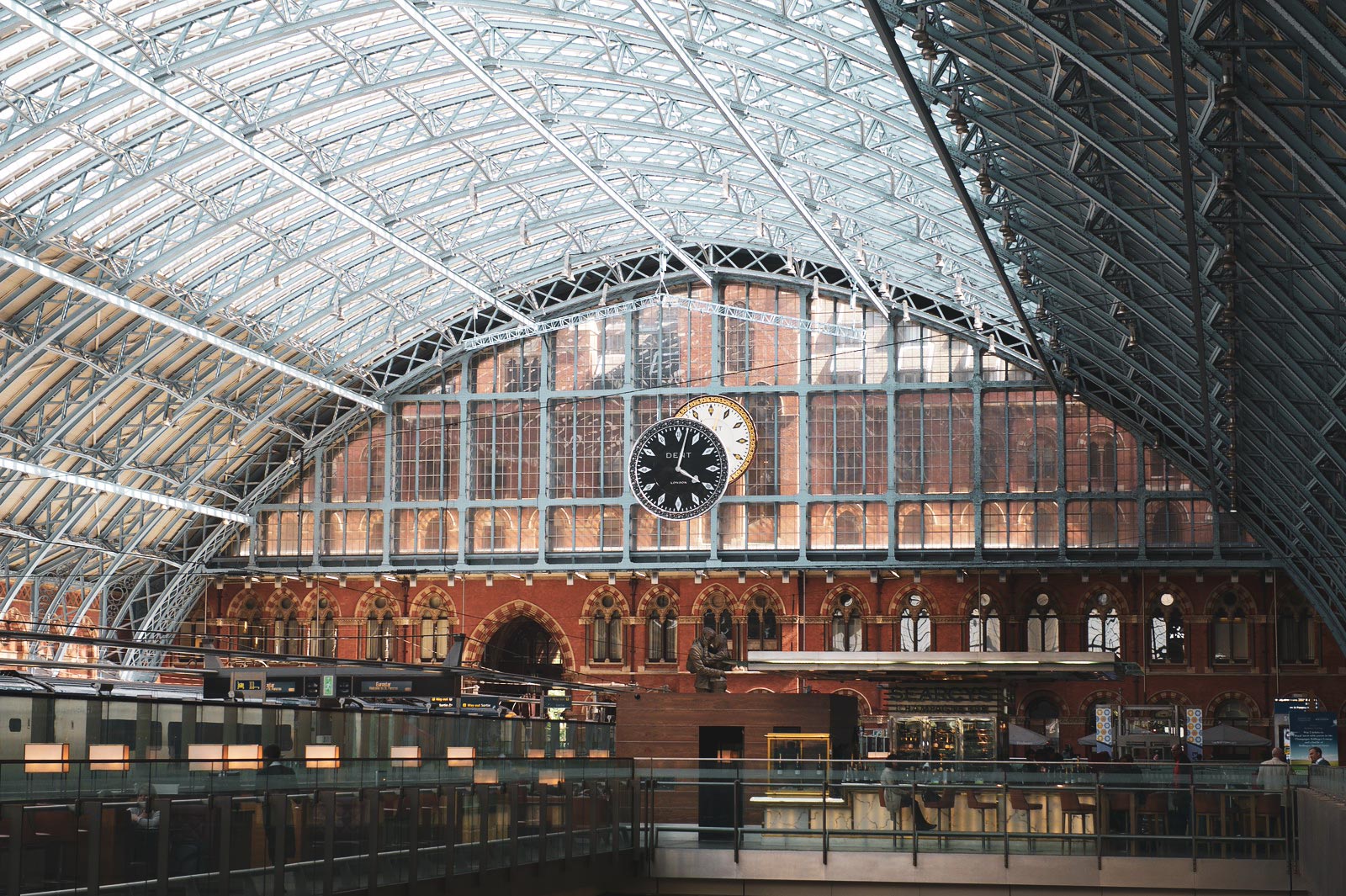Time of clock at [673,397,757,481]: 4:02
